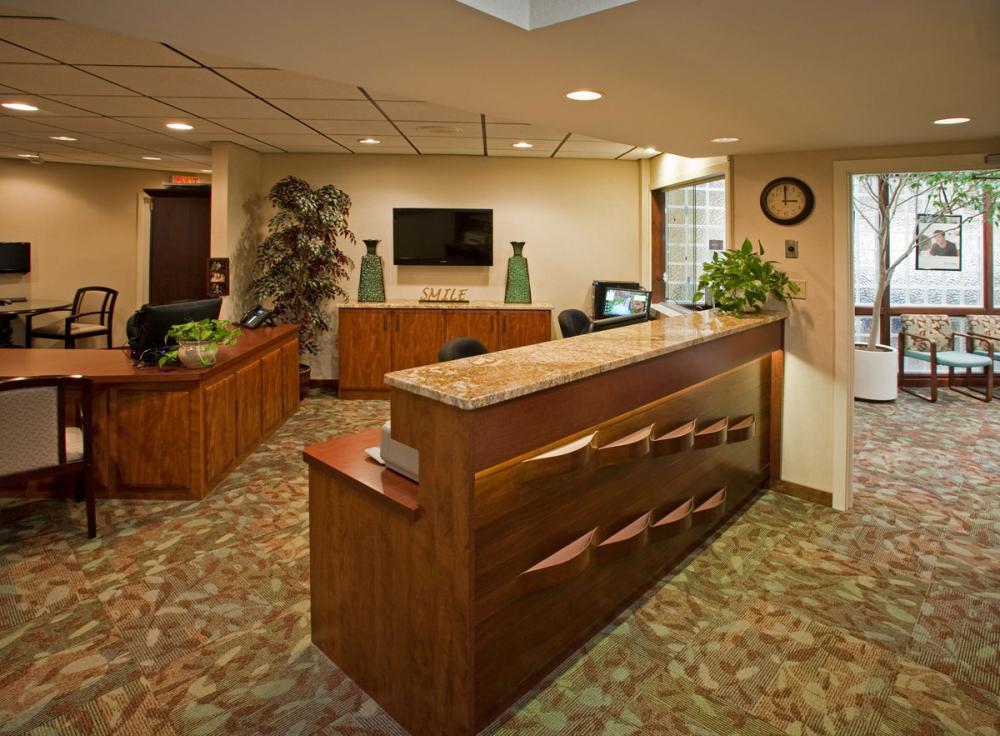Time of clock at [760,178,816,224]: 2:59
